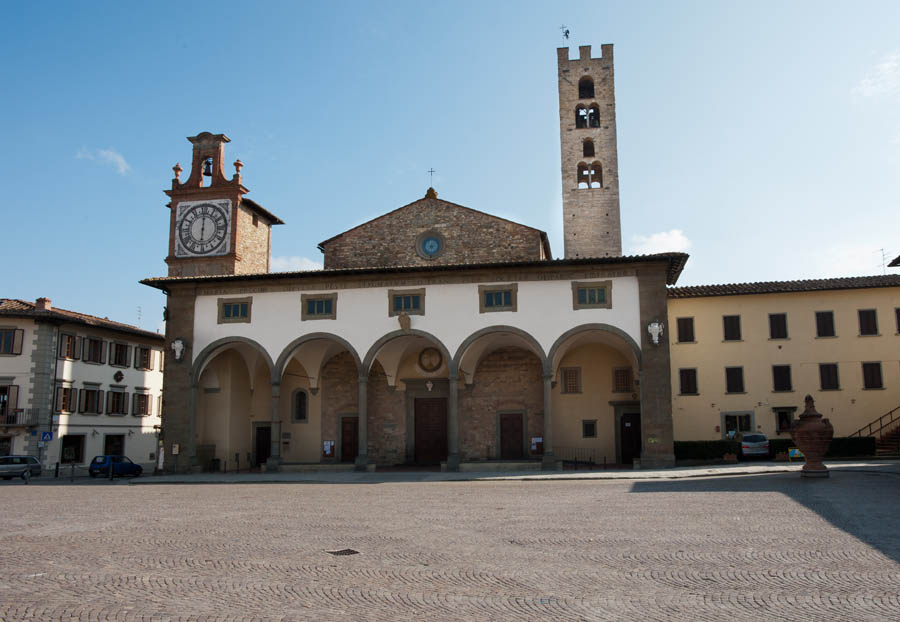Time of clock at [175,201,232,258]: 6:00
